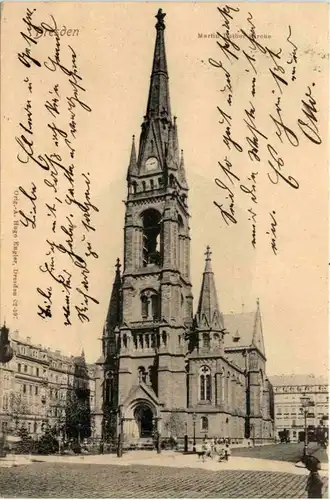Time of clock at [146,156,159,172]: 2:46
